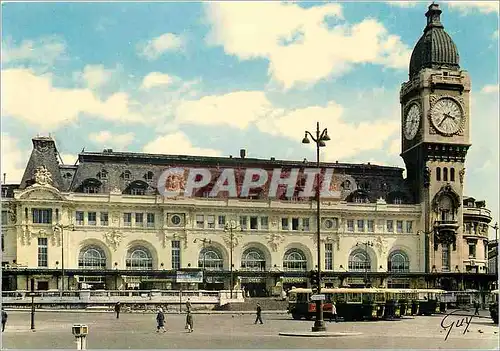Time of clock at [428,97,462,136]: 3:37
